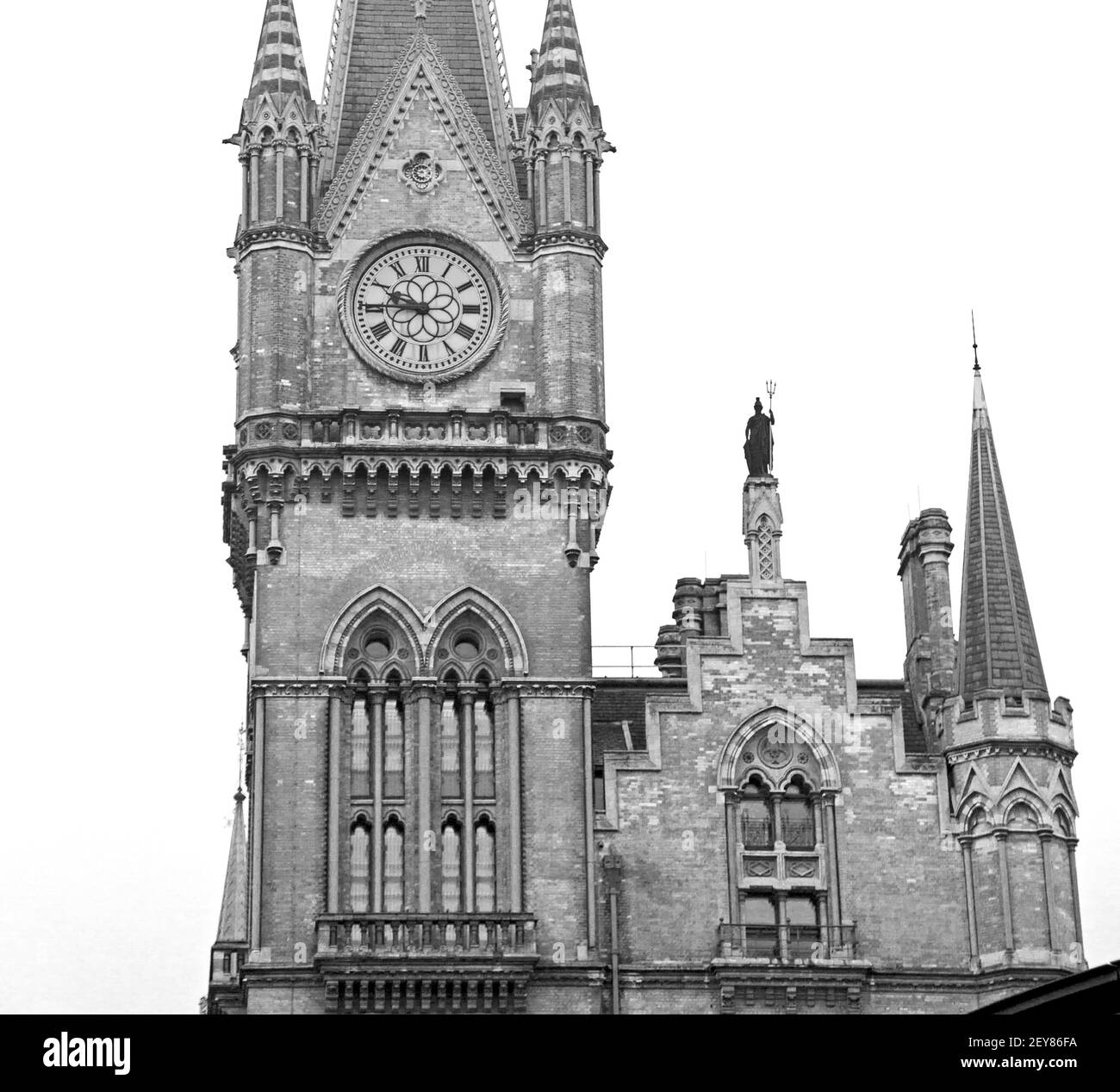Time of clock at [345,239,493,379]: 9:45
